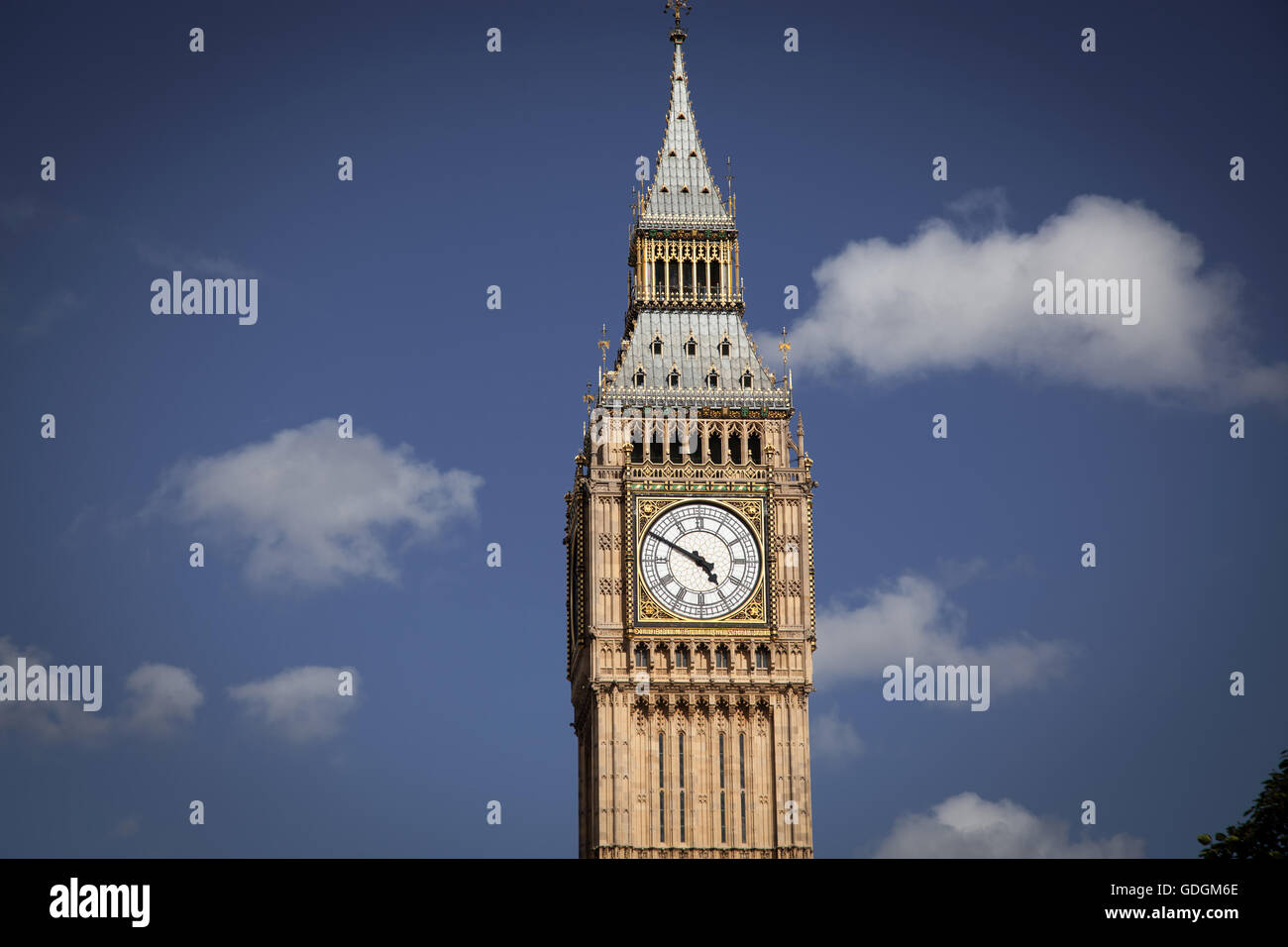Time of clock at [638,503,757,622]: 4:49
